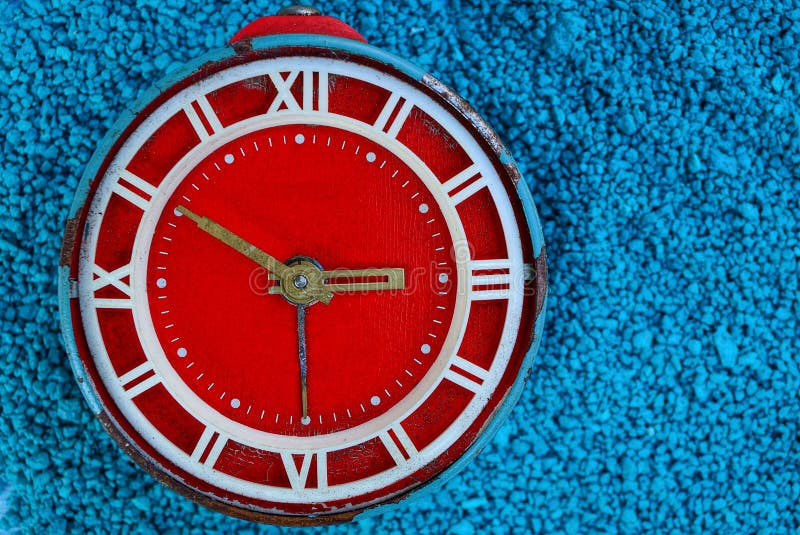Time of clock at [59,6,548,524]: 2:50
